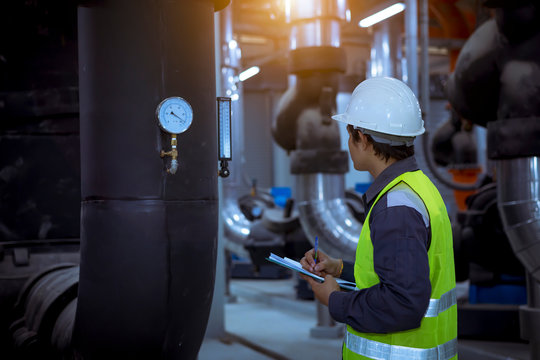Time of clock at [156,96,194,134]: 10:21
